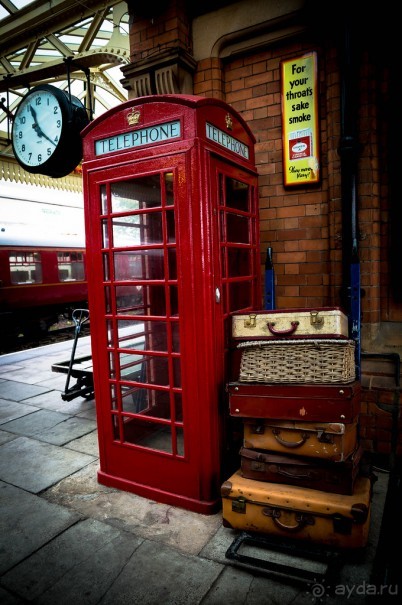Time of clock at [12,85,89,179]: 11:21
